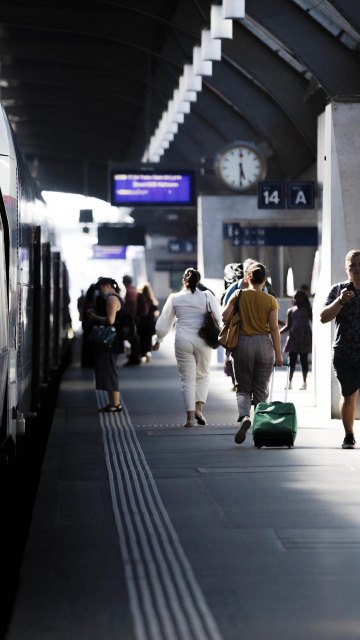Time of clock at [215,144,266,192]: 5:30
